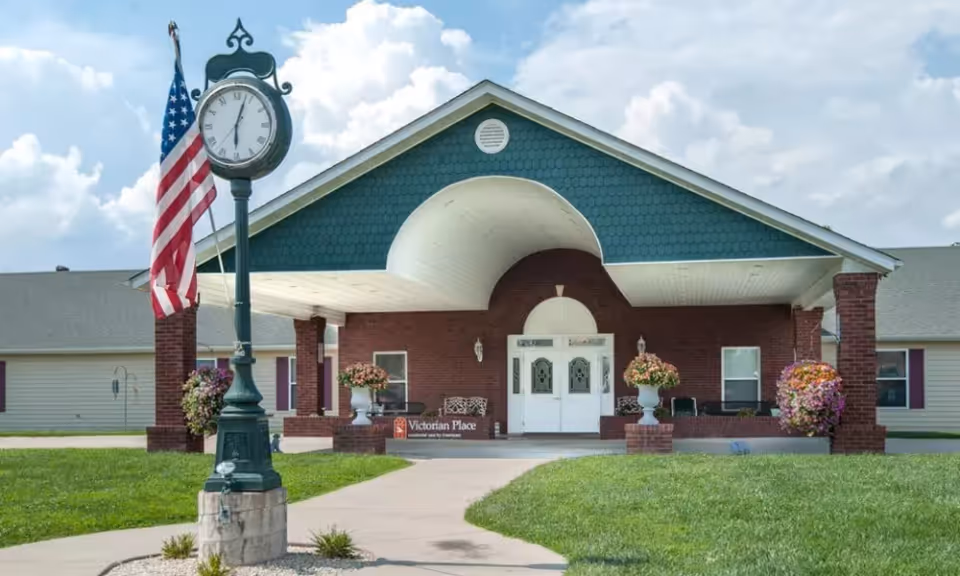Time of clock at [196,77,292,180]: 6:03
